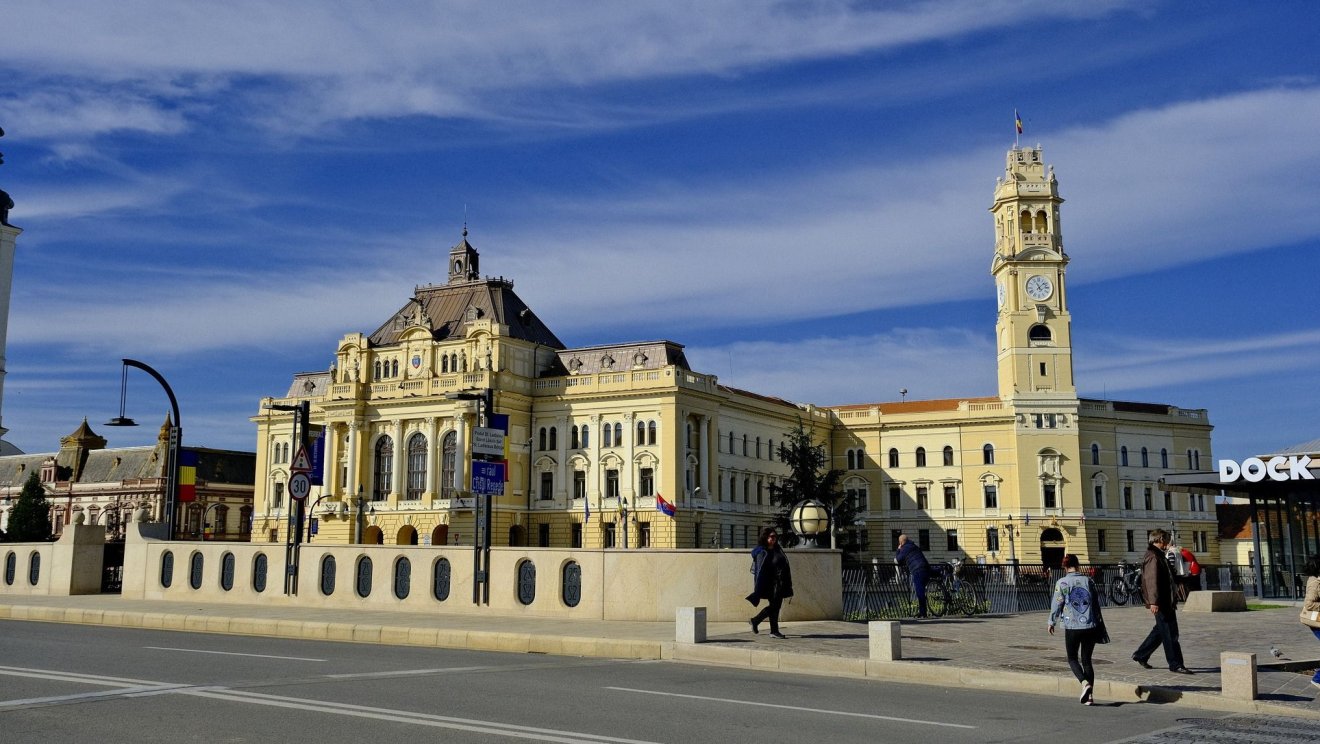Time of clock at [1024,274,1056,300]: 11:07
